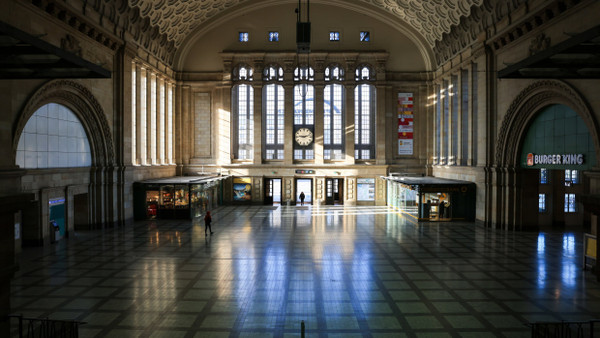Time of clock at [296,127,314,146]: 9:12
